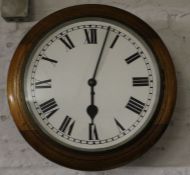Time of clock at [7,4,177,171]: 6:03
